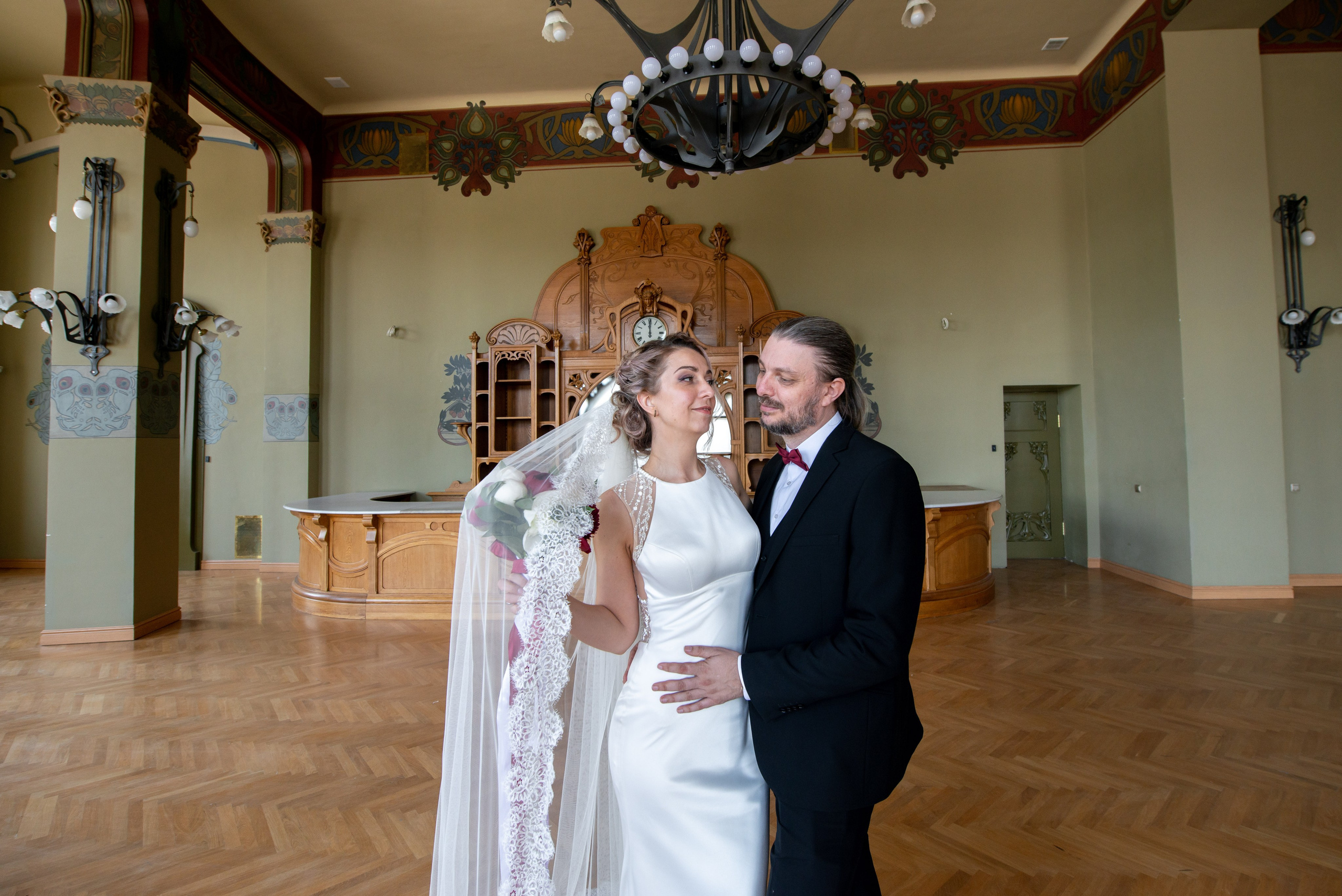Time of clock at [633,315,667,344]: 11:59
